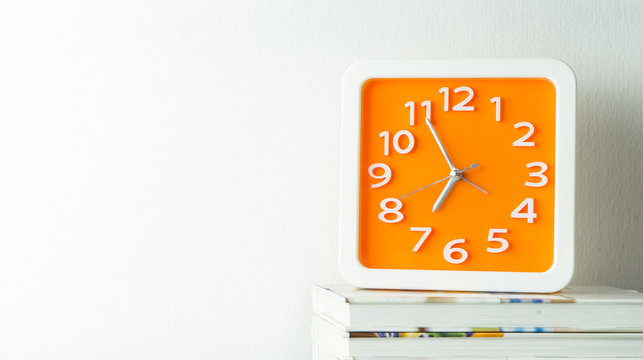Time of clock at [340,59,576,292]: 6:55
